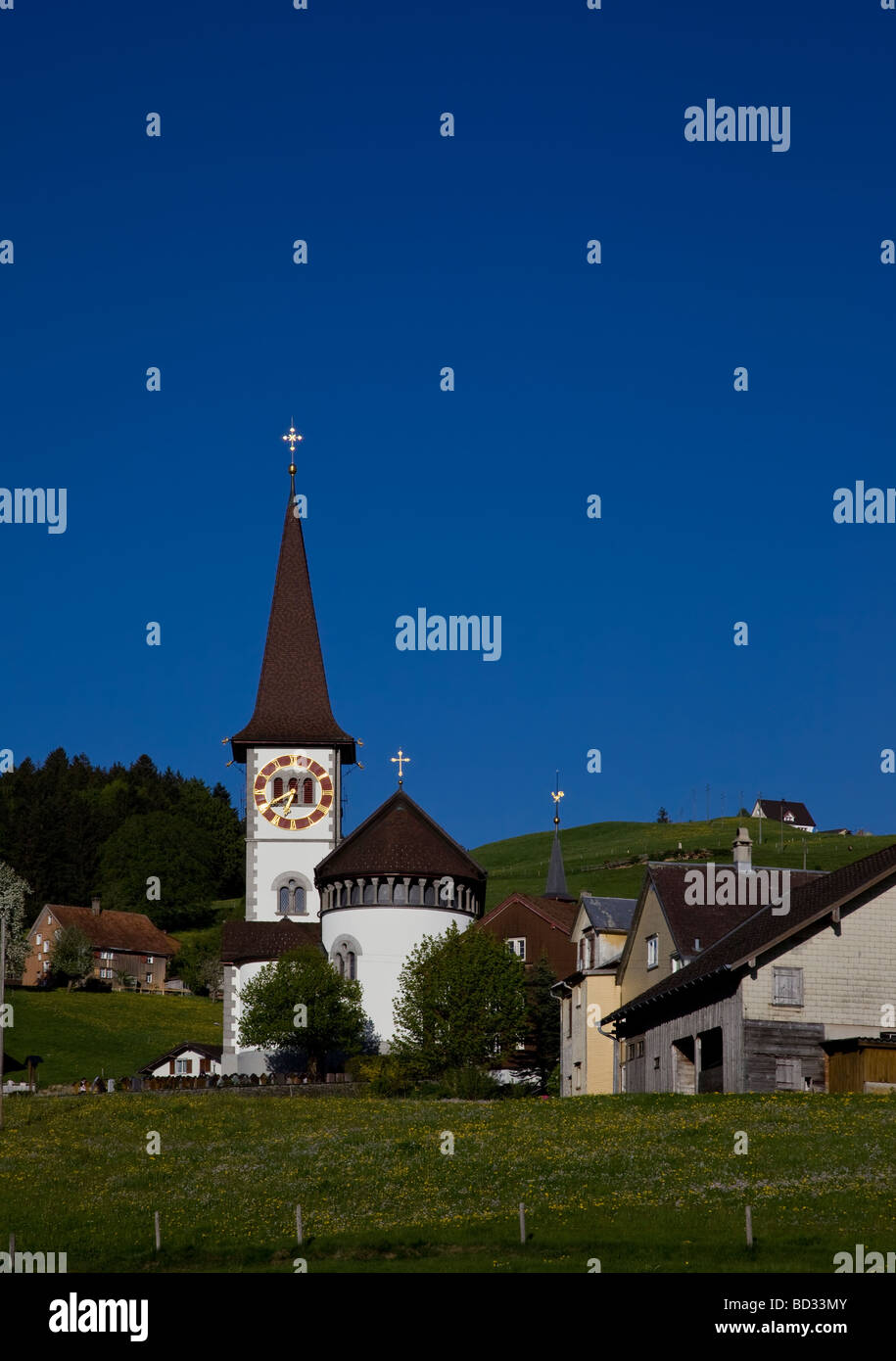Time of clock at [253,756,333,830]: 6:40
